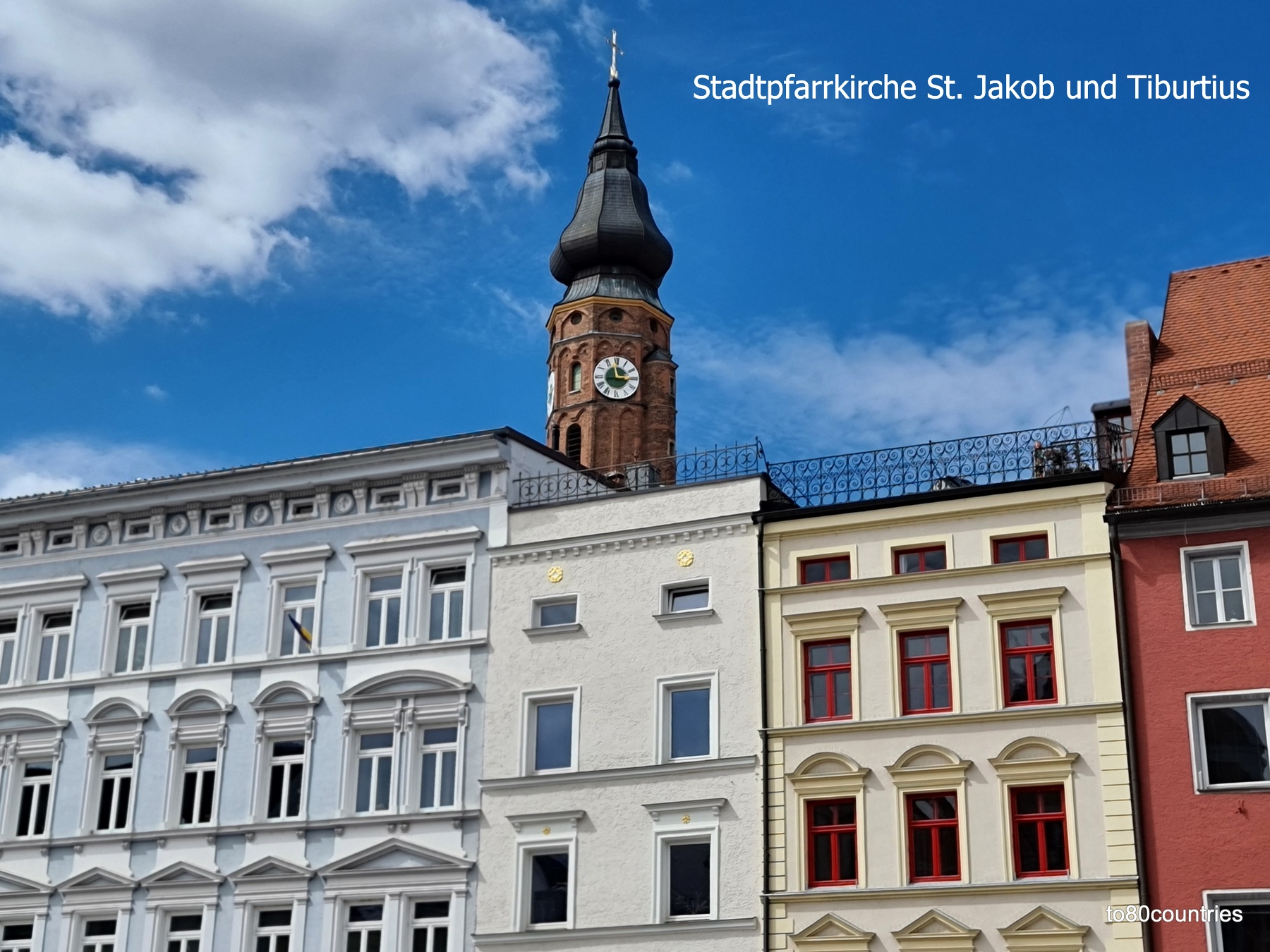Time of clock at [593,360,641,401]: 2:58
